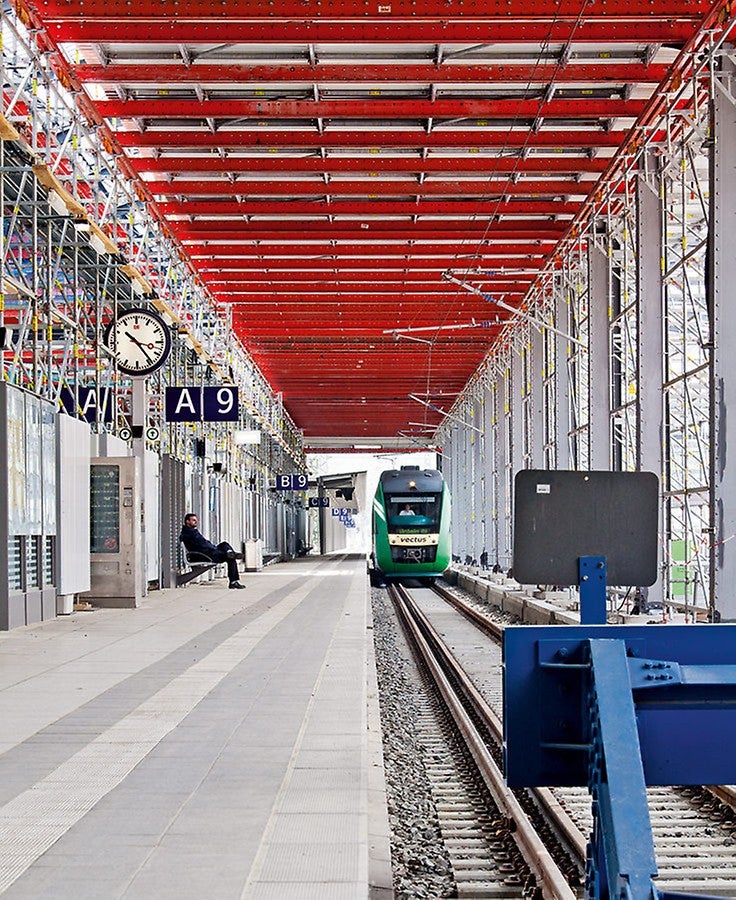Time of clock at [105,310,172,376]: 10:23
